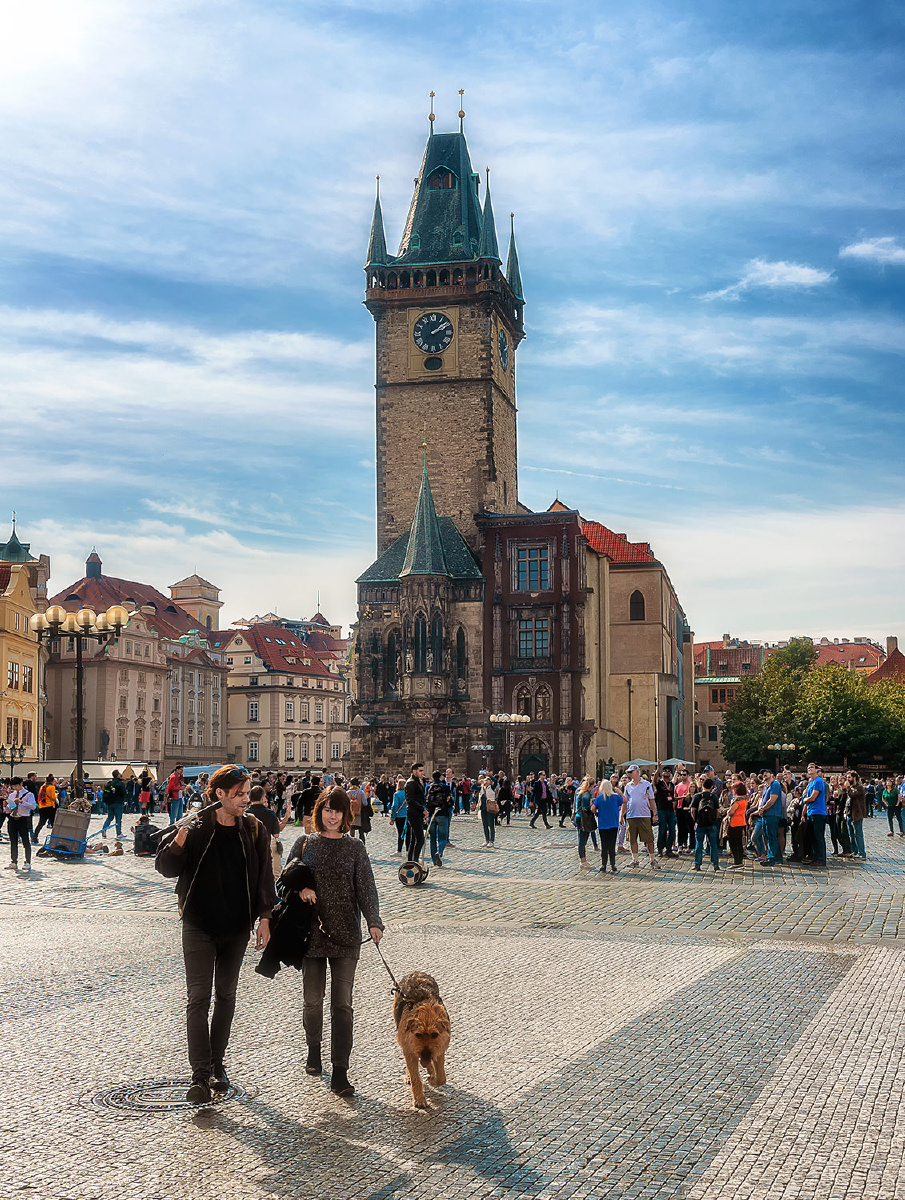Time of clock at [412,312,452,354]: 2:09
